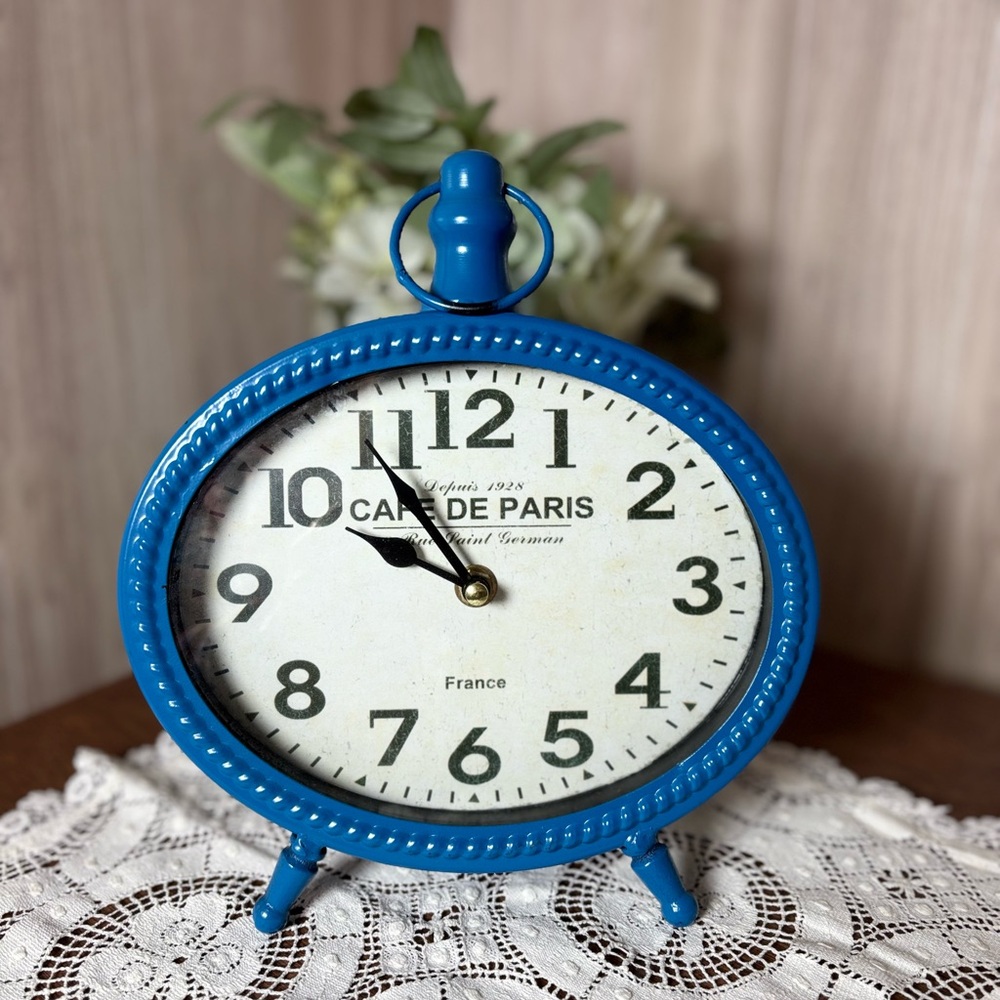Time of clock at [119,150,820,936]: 9:54
